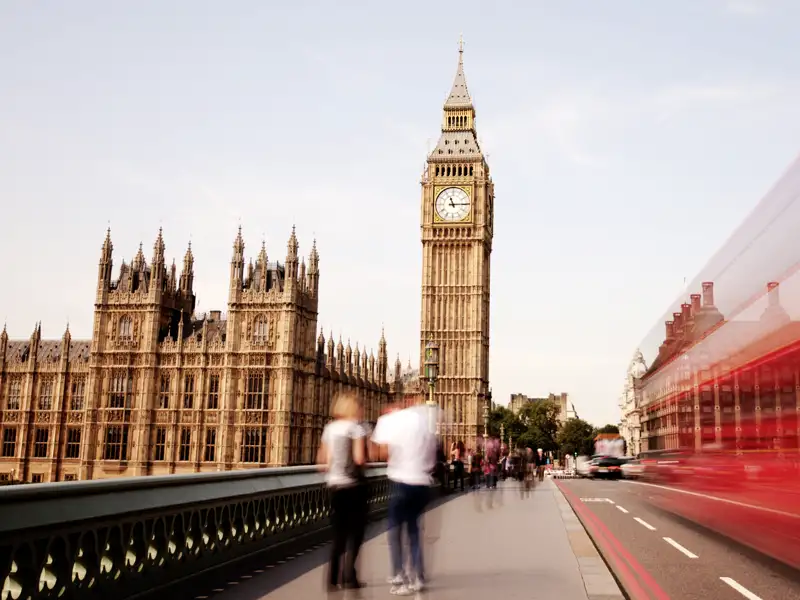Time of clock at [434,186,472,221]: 11:14
